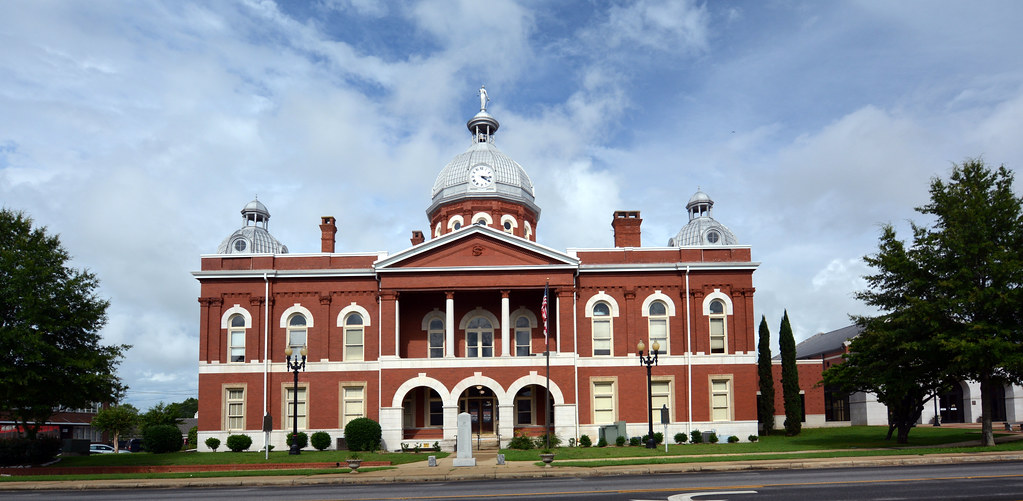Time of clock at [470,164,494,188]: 4:16
